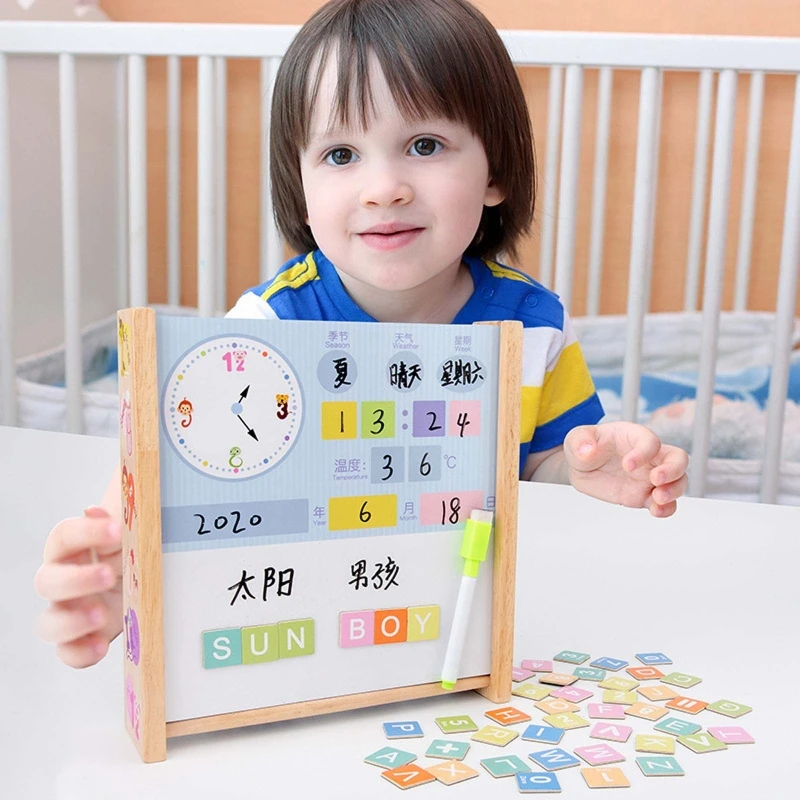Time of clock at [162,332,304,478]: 1:23
